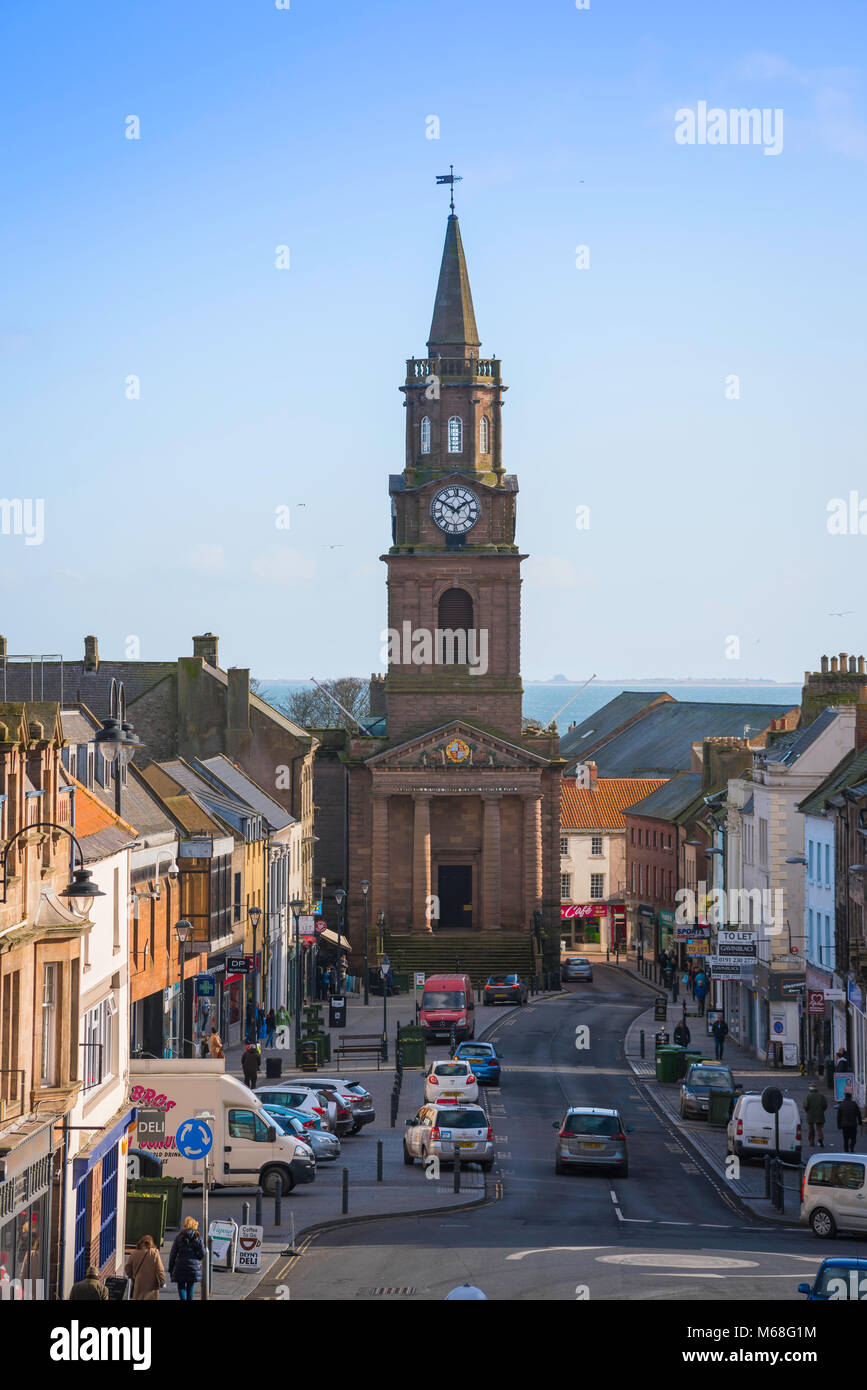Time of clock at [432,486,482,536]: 1:50
